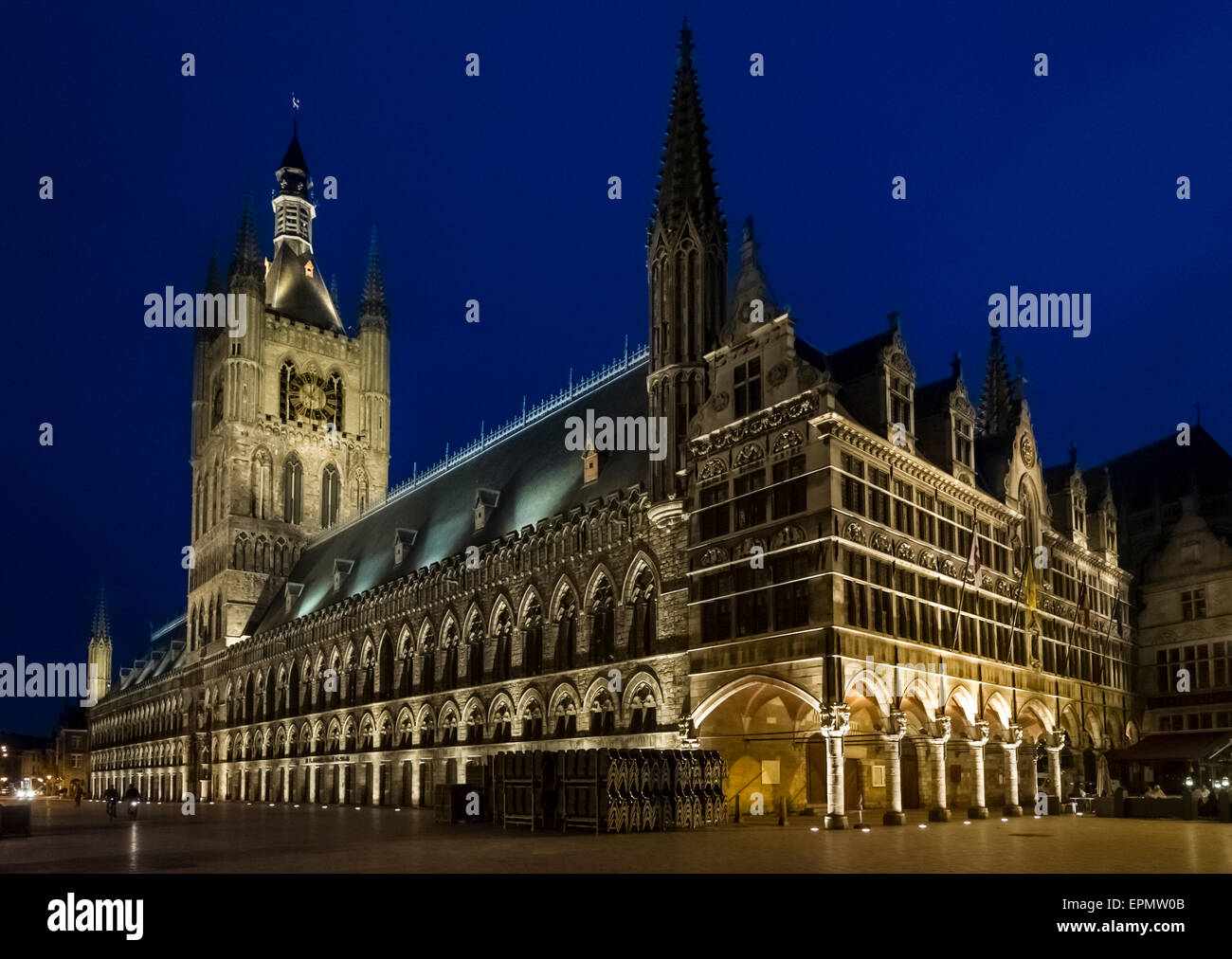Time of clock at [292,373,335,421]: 12:32
